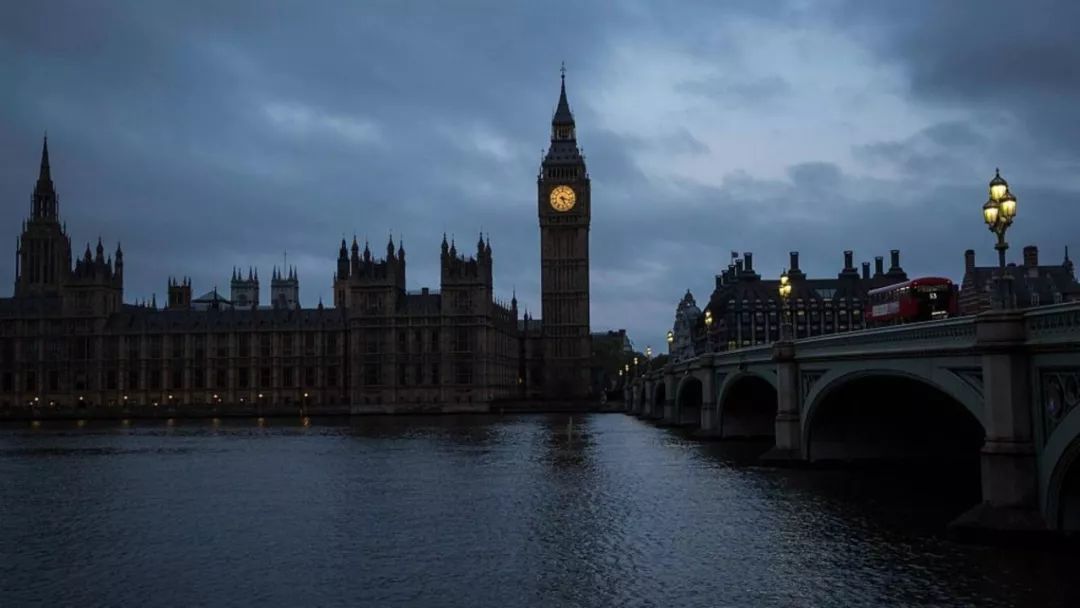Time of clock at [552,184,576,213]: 5:17
